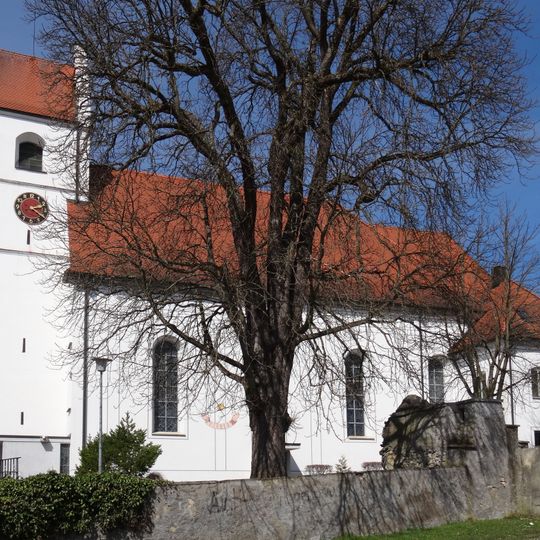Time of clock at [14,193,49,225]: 2:21
